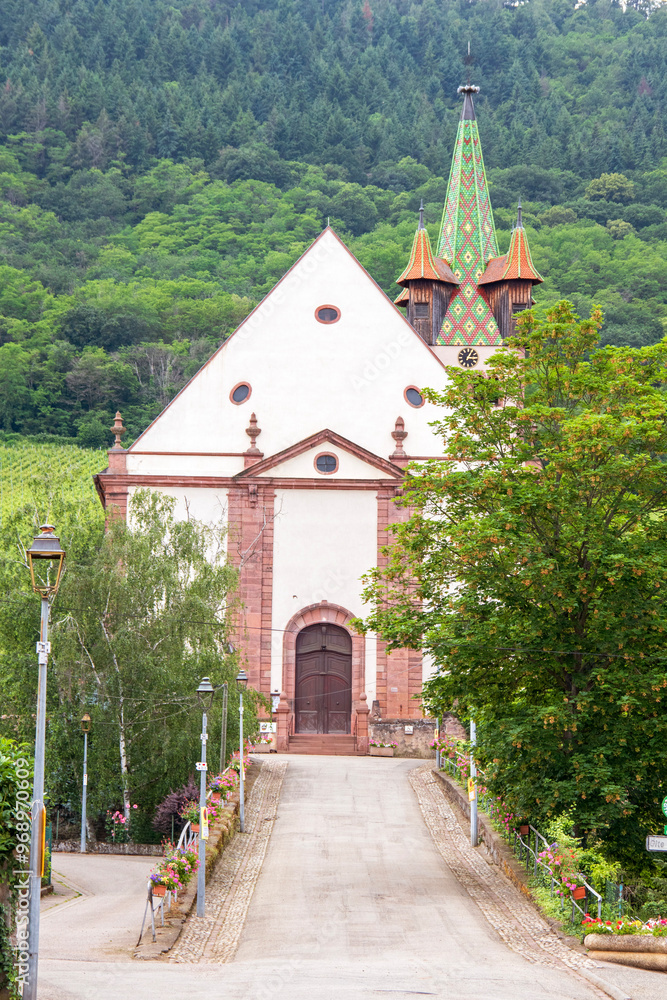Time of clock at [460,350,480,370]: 1:16
